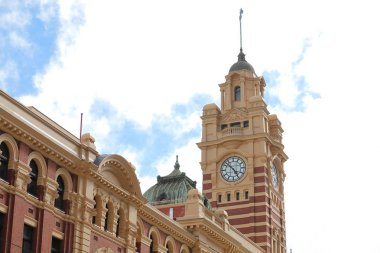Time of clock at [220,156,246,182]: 4:52
